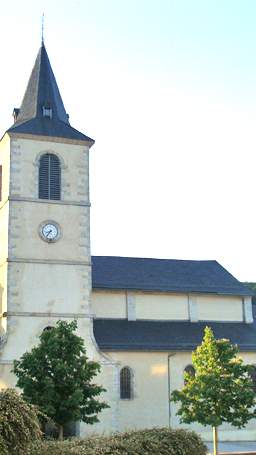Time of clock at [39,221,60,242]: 8:36
